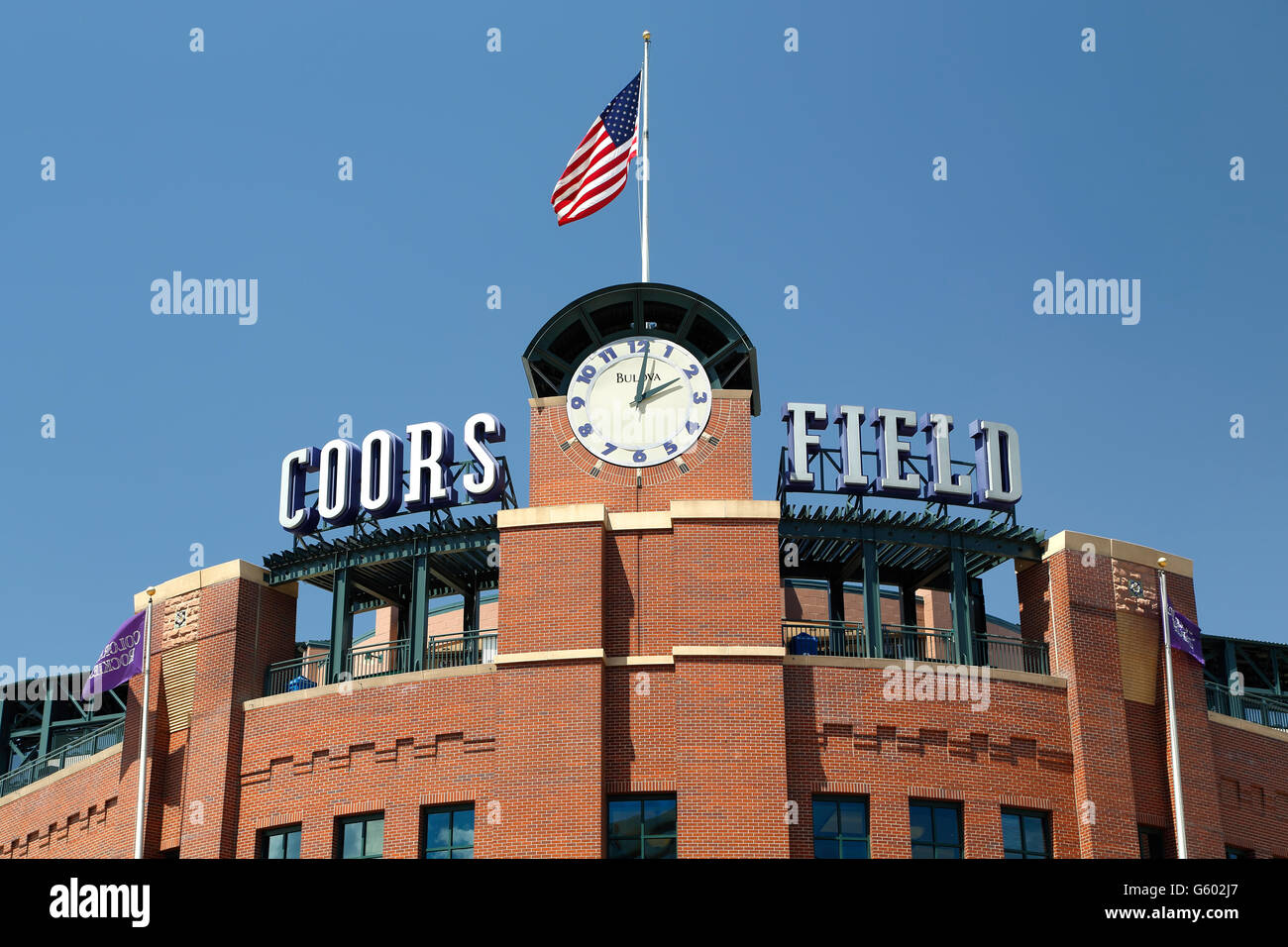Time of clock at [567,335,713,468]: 2:01
